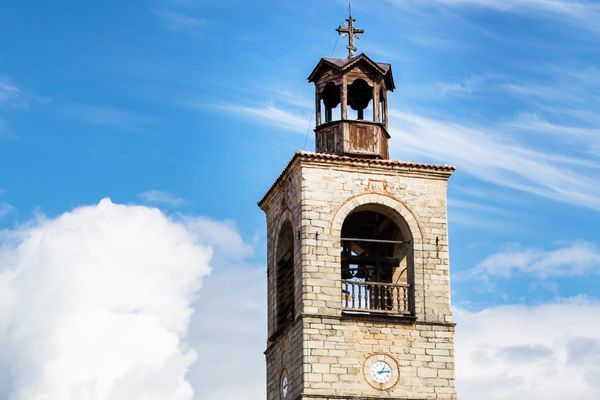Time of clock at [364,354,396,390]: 1:13
